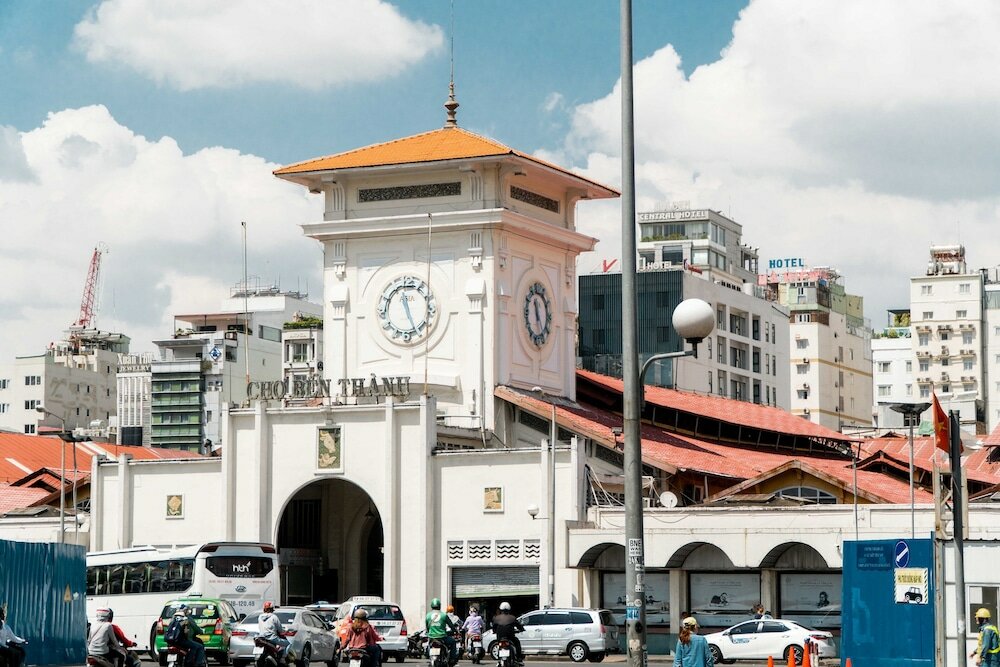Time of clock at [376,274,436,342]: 11:25
